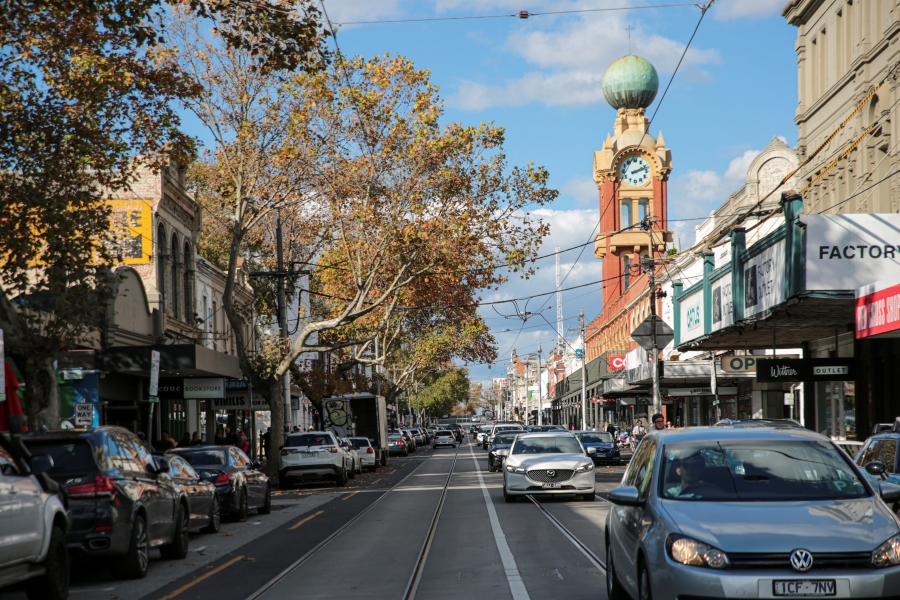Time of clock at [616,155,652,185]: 2:11
